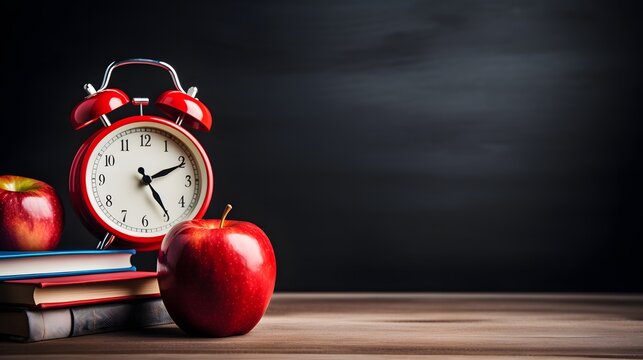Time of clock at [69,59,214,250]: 2:24
